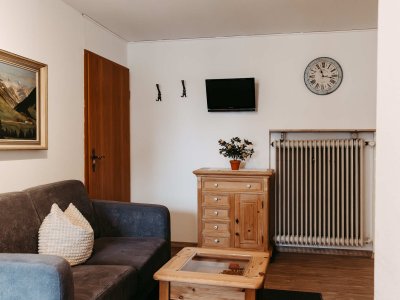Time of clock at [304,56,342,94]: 11:16
